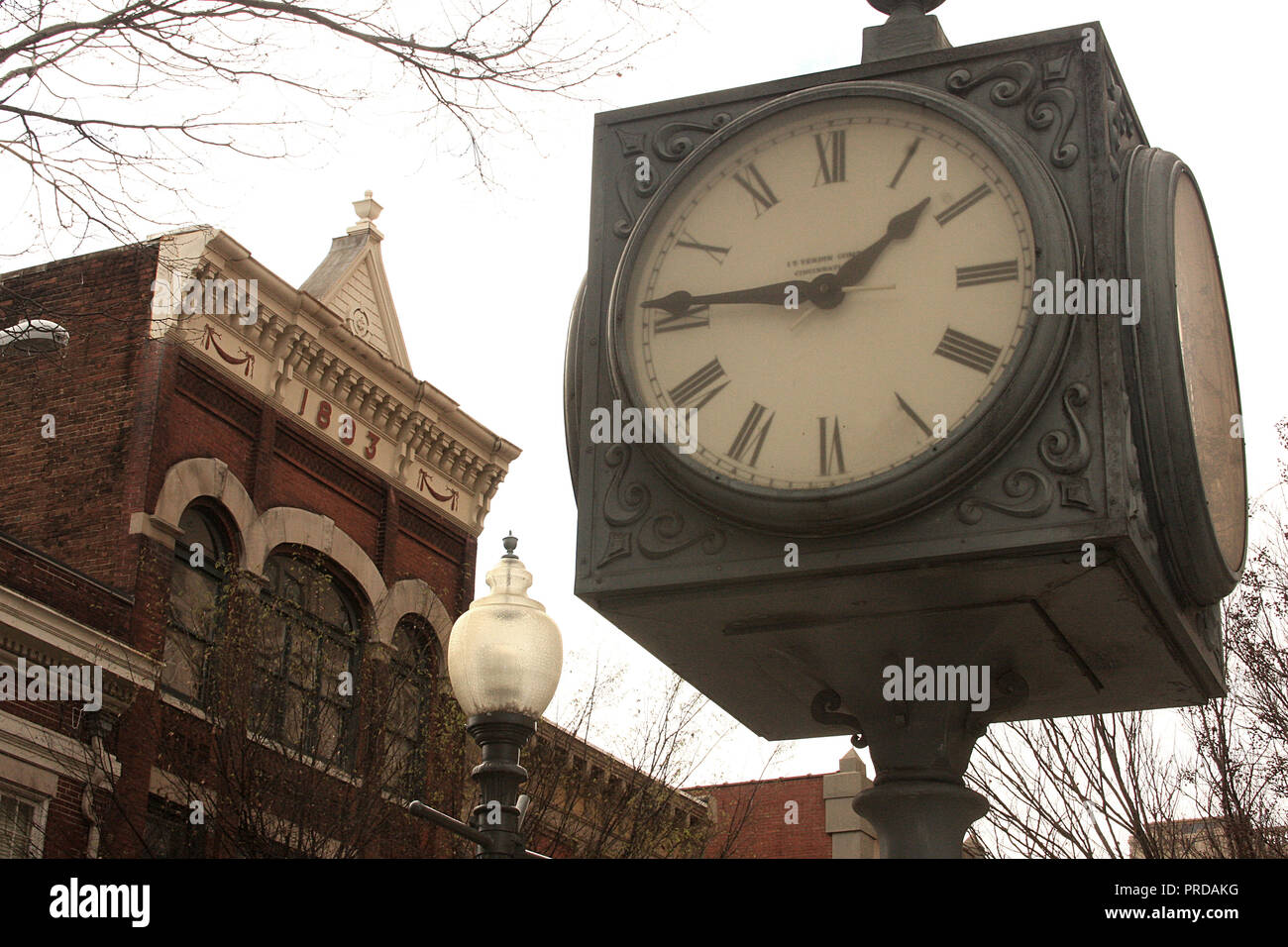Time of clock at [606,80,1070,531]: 1:45
